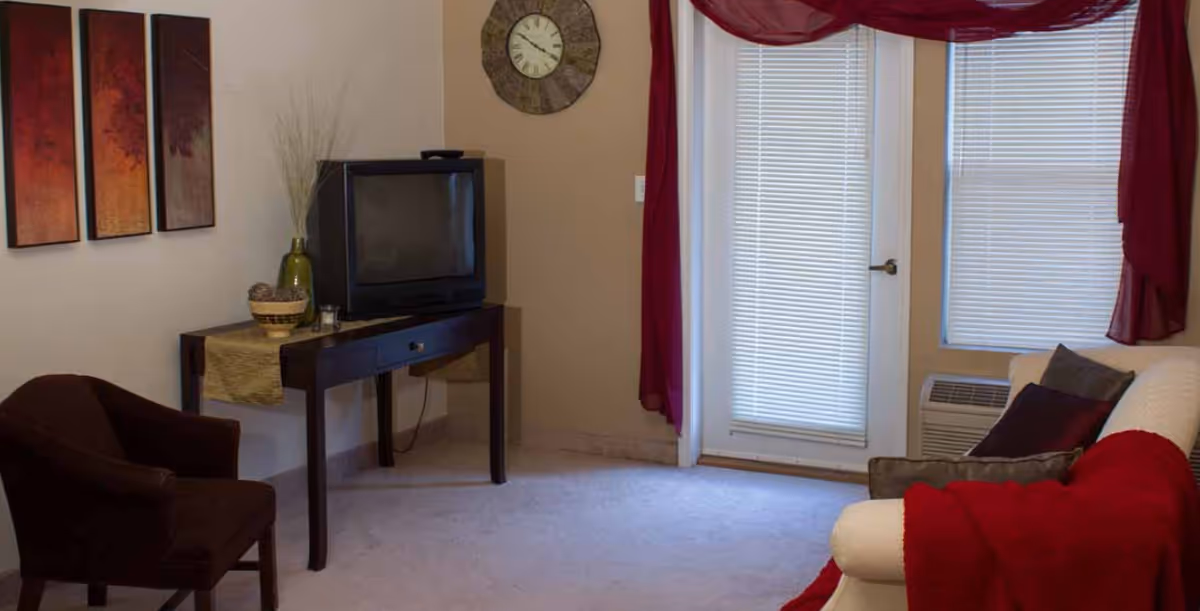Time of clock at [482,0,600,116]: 3:50
